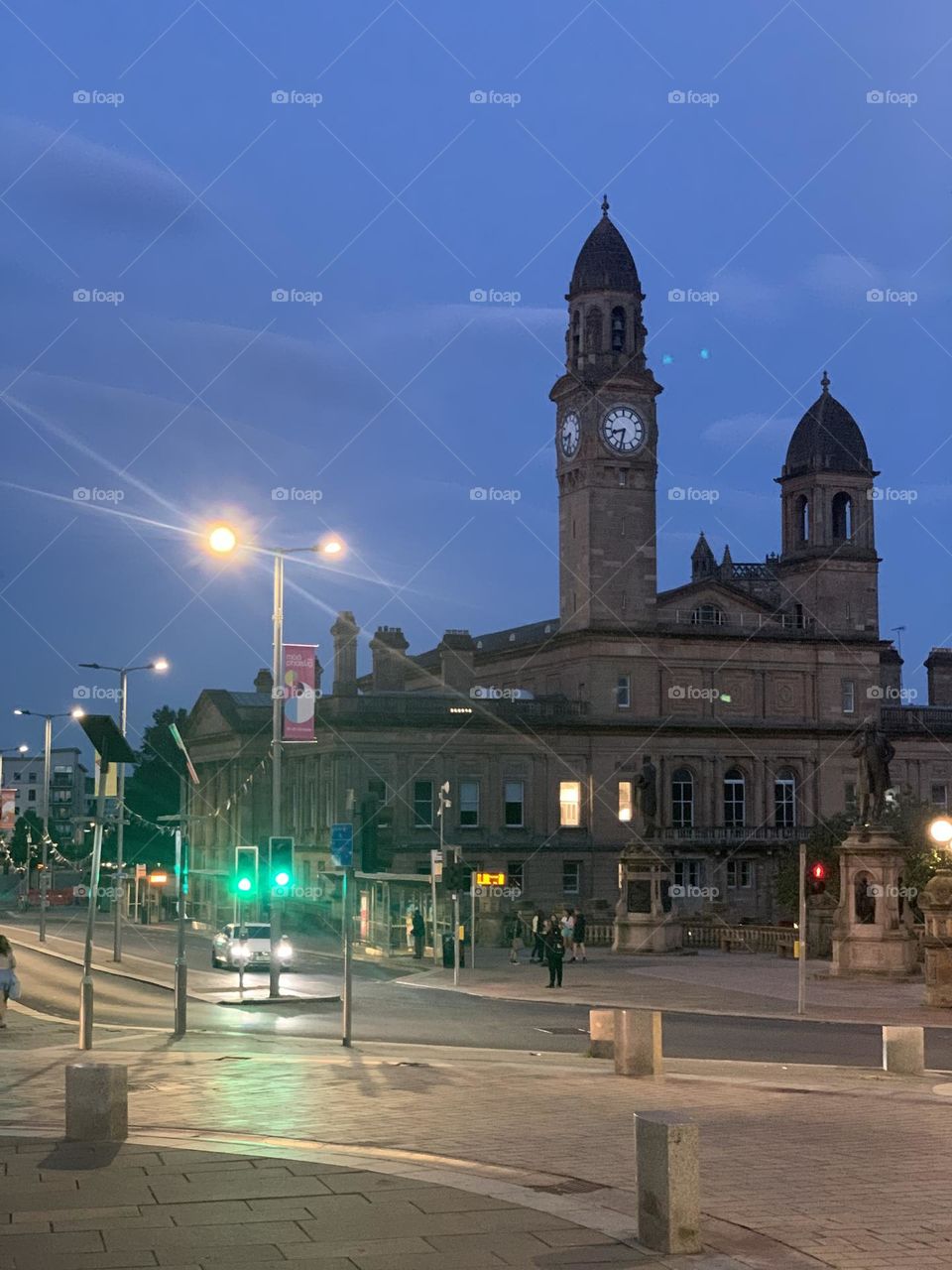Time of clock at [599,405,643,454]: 8:32
